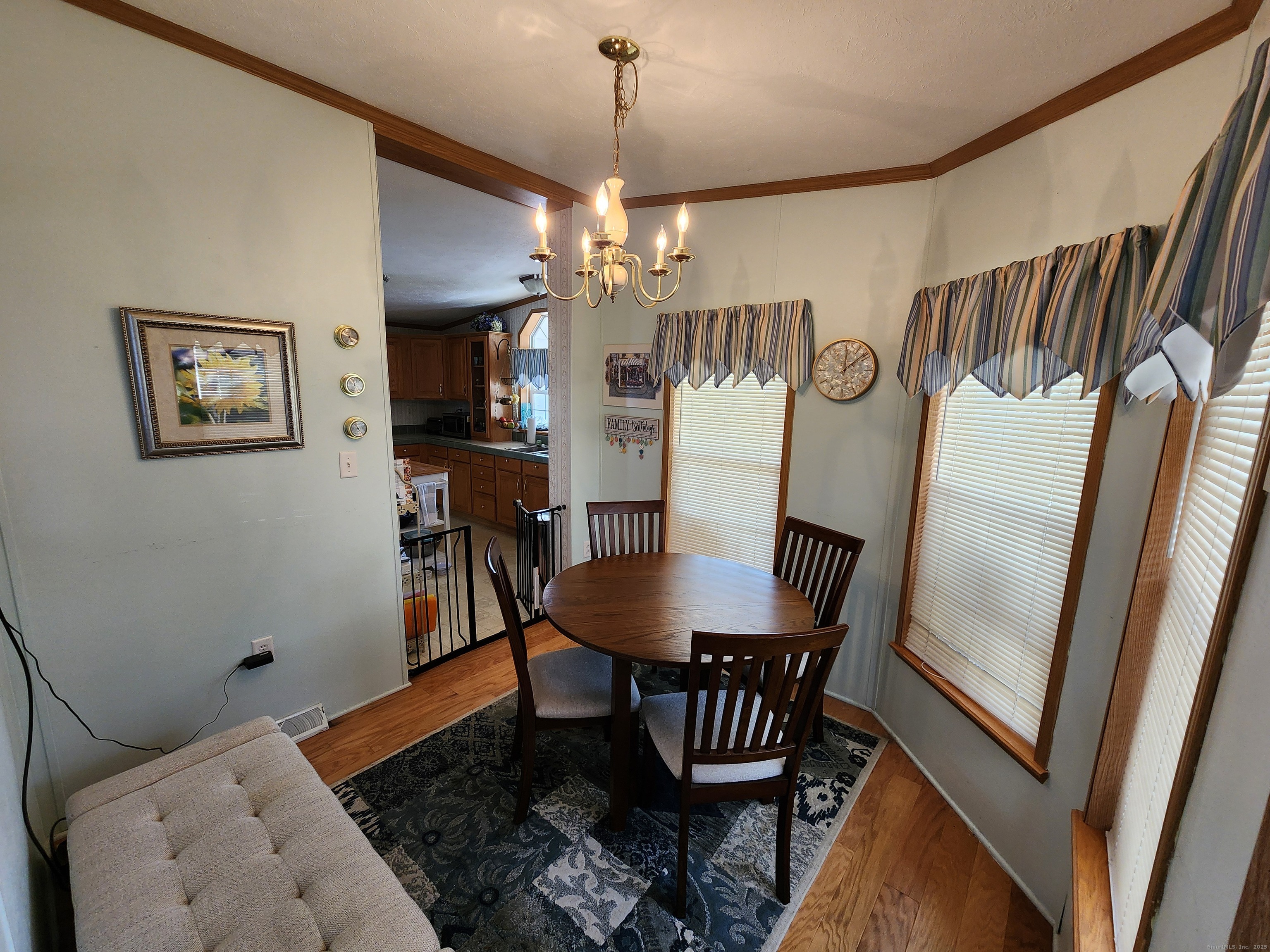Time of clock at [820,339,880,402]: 12:07
